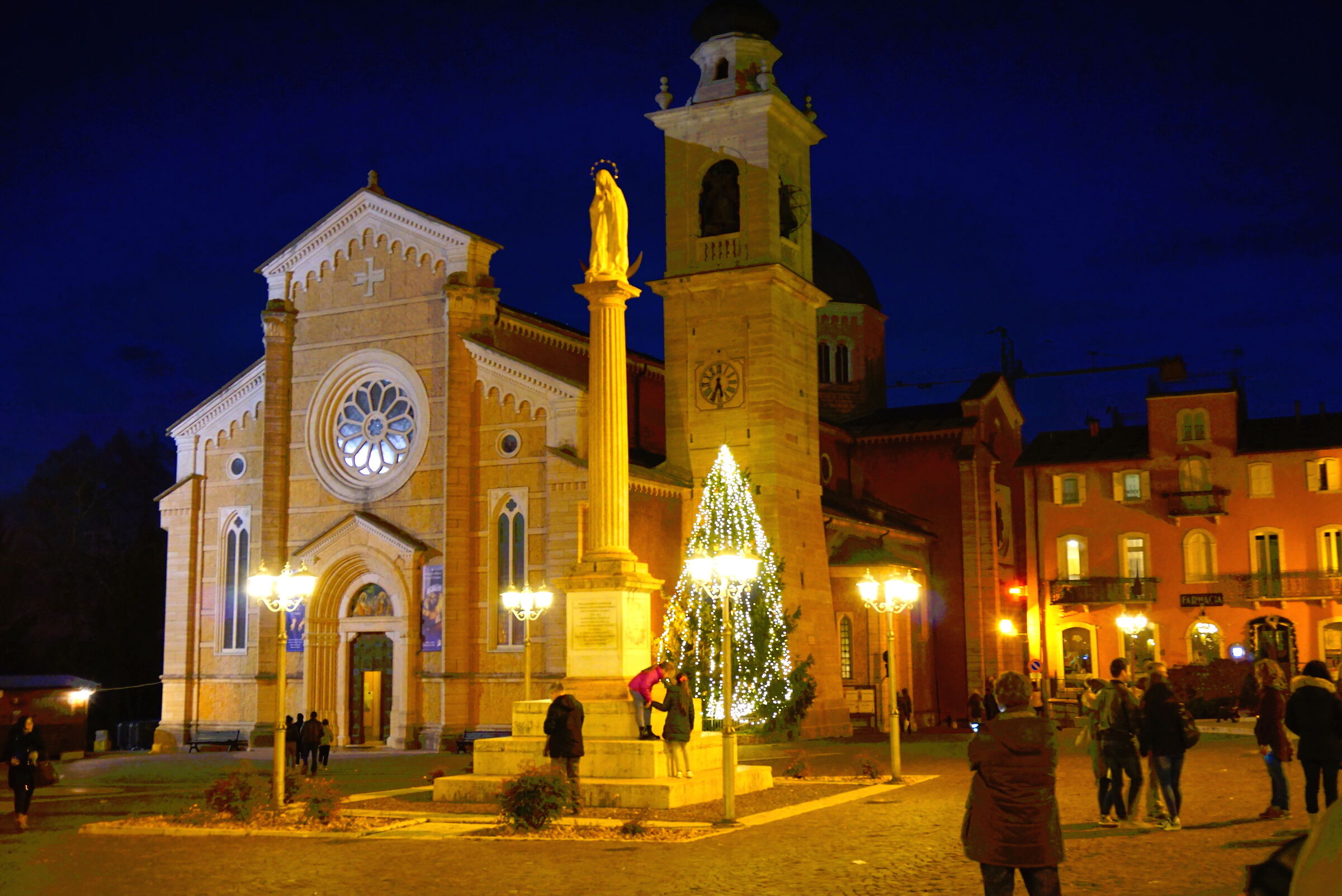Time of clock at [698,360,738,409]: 5:33
